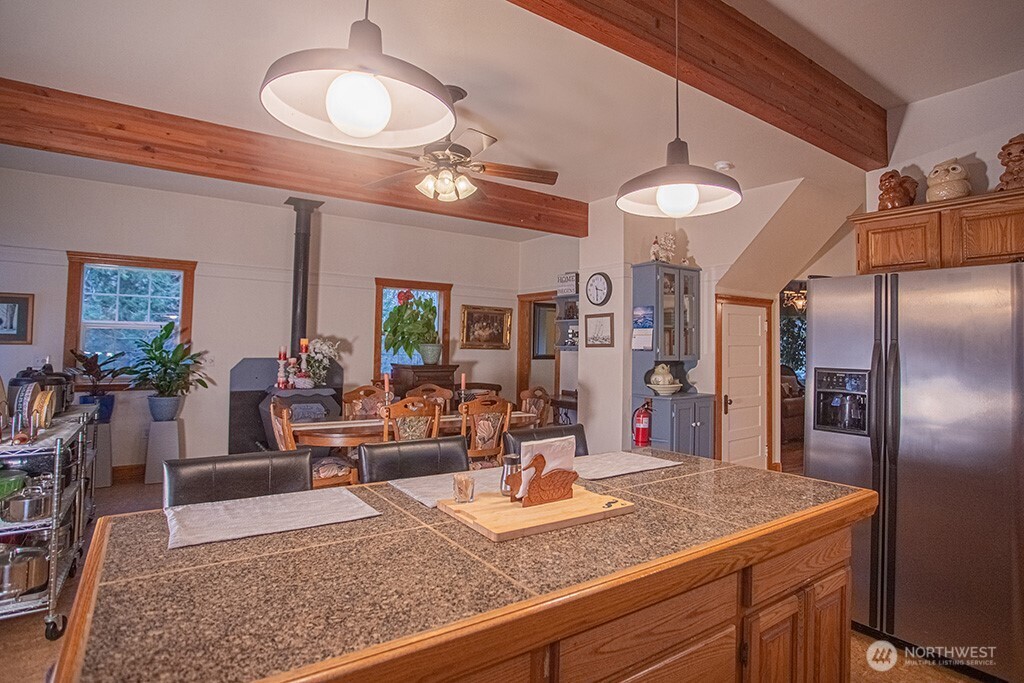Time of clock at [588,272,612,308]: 3:29
